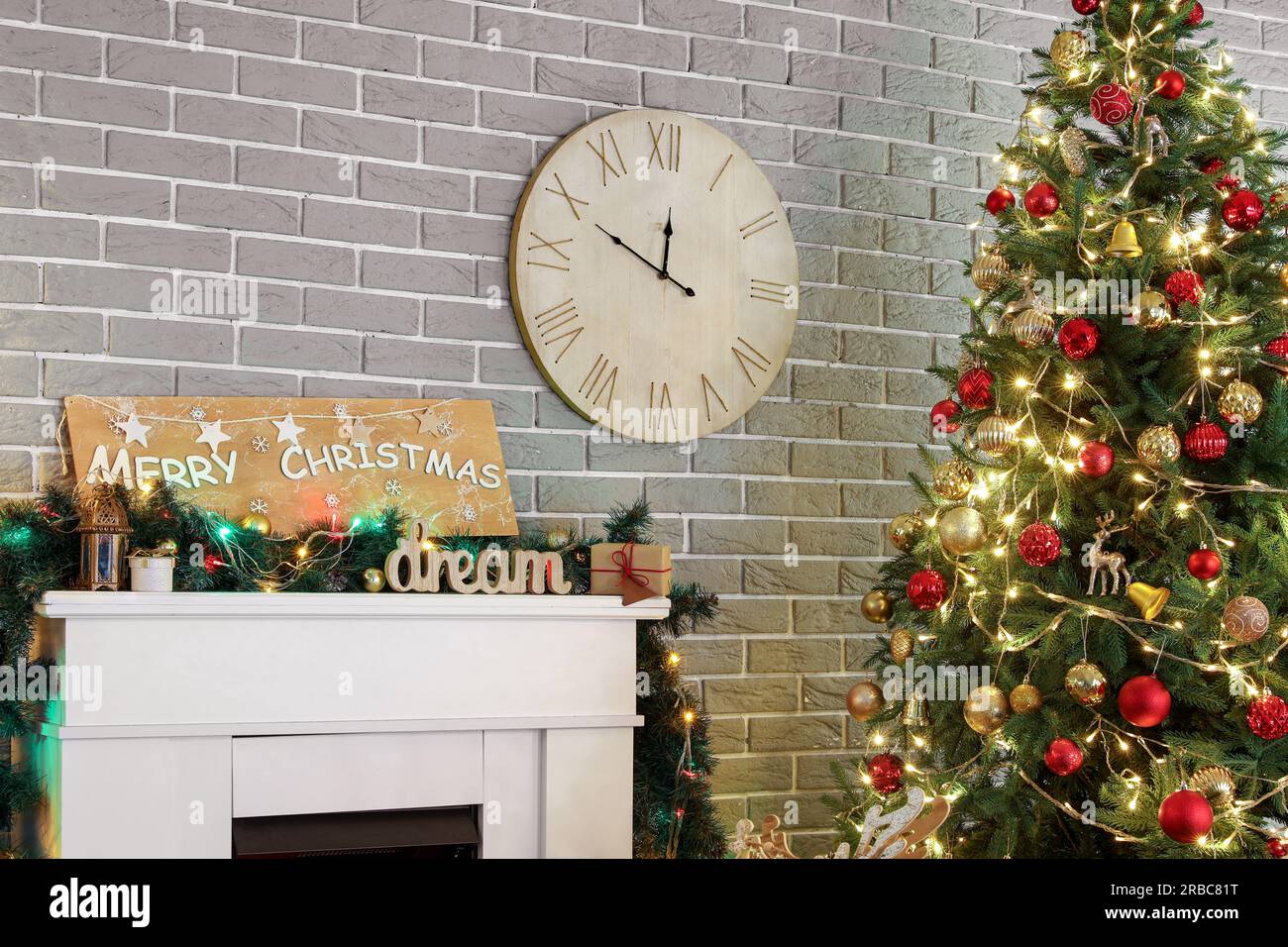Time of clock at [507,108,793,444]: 11:48
